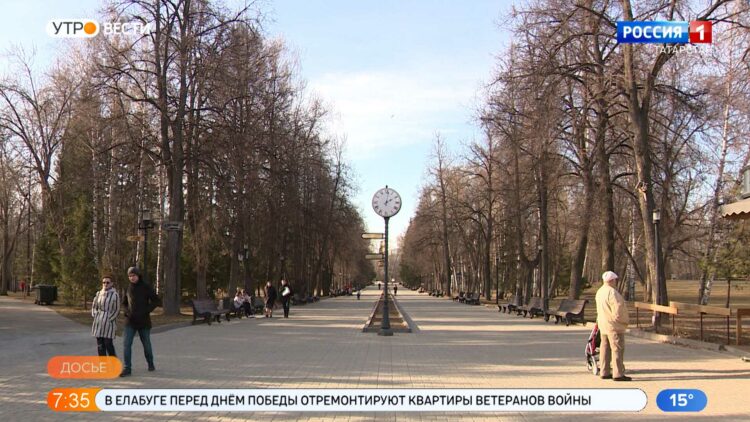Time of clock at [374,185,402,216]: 2:01
